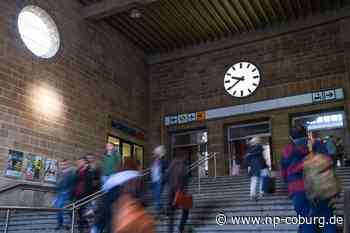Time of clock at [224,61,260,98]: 9:39
